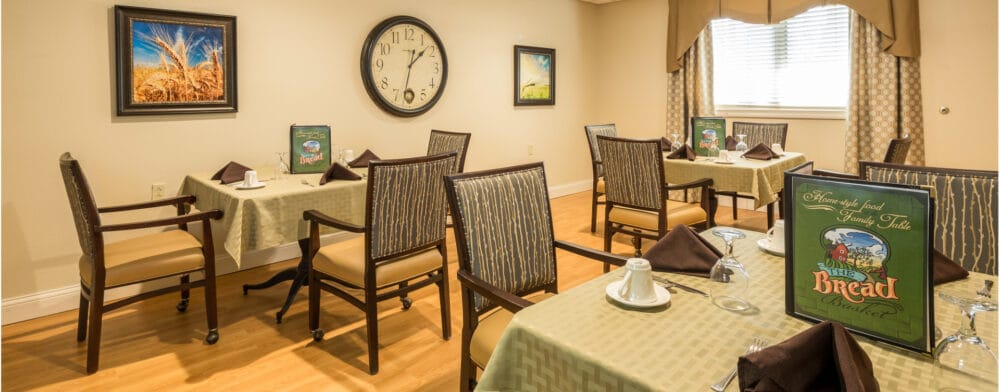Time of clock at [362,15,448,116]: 1:32
